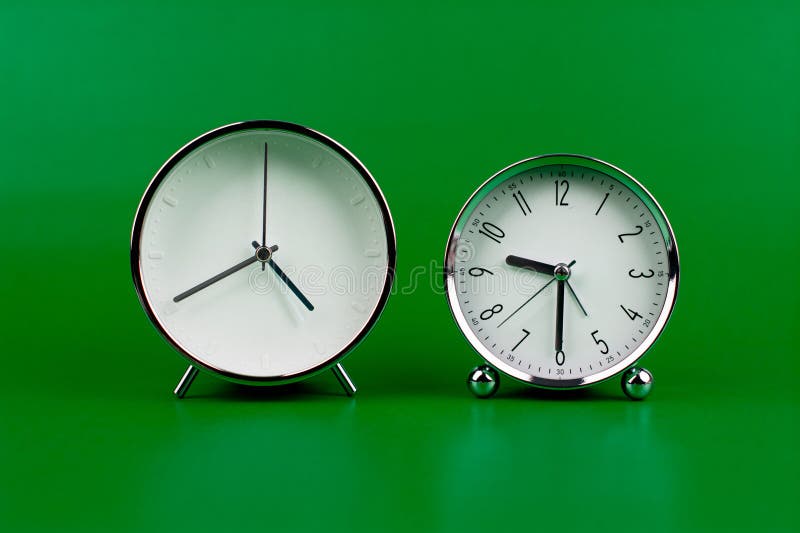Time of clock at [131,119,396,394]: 4:40
